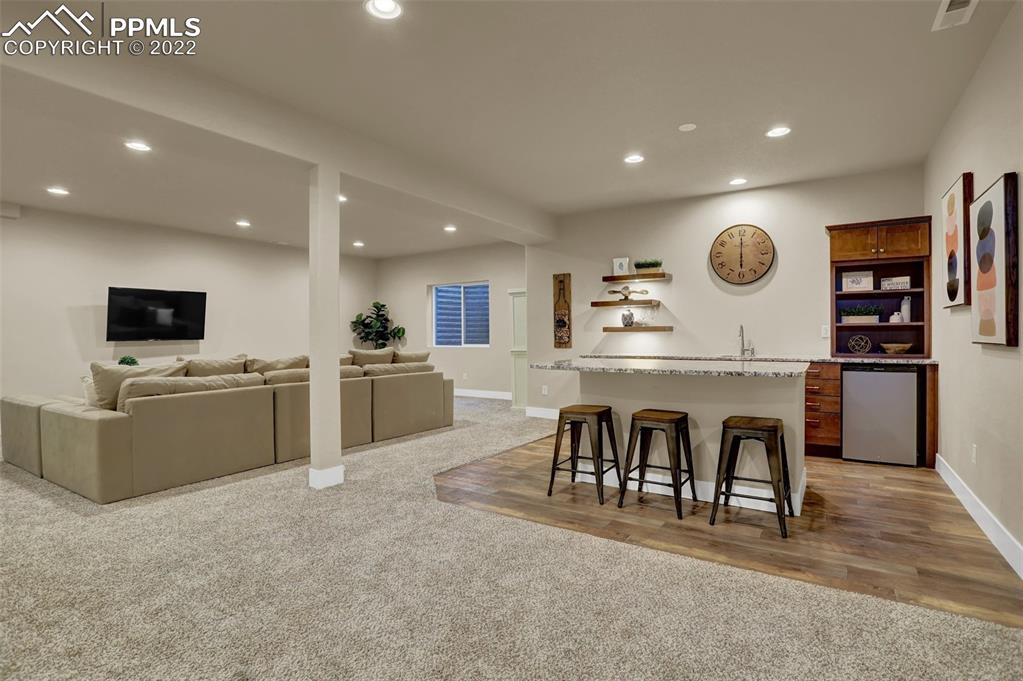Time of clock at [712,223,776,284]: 5:59
